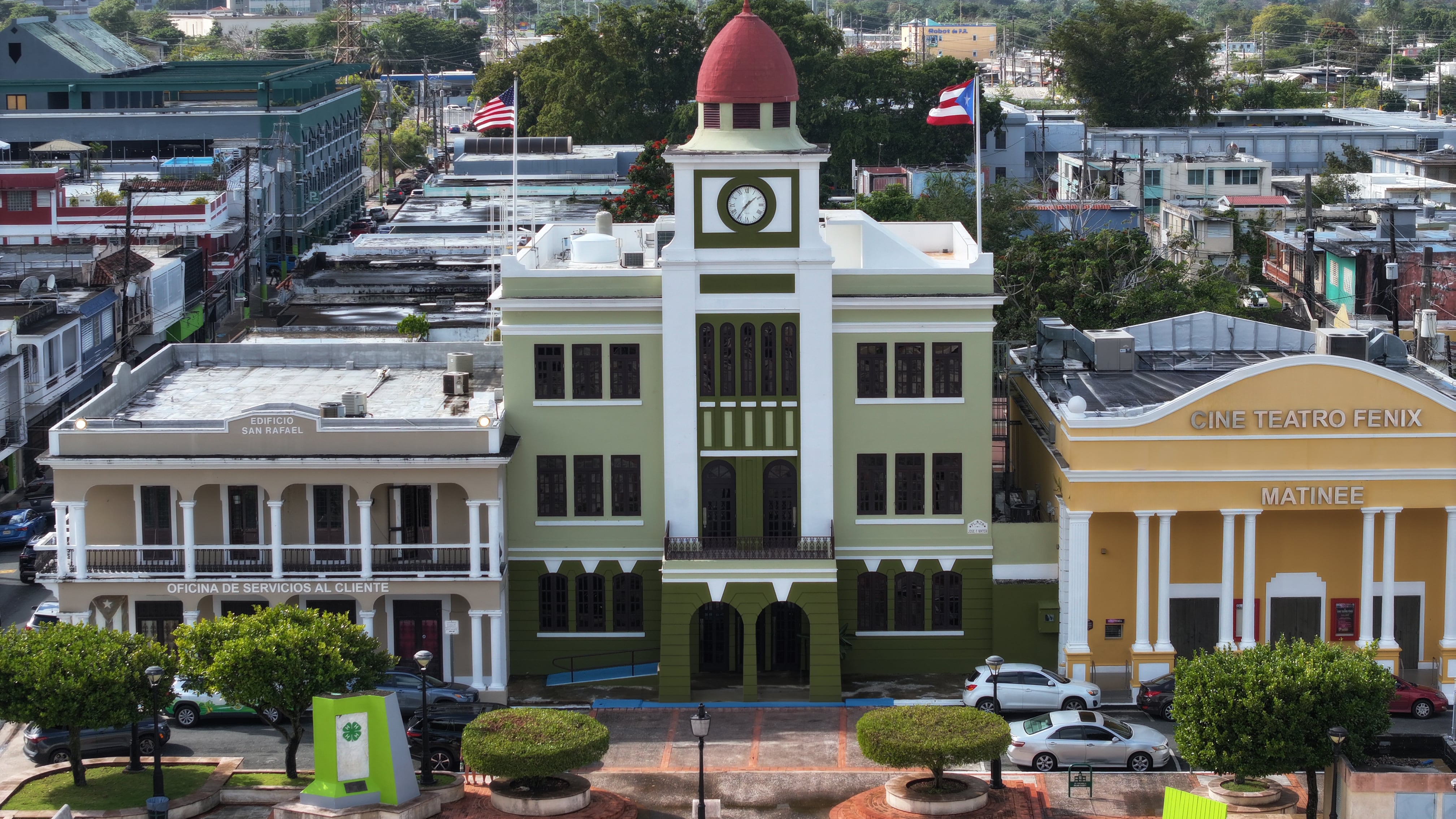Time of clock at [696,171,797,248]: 1:35
